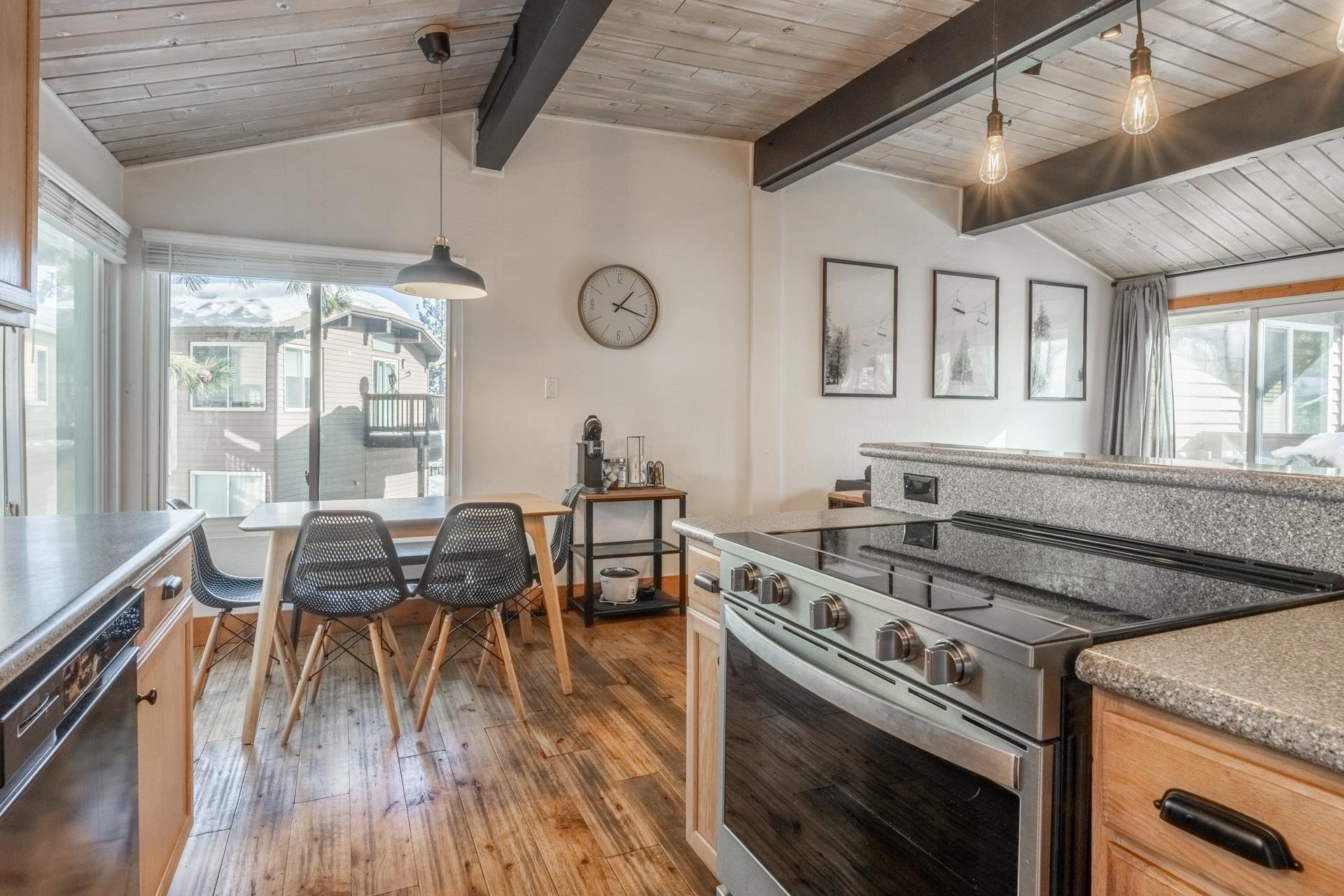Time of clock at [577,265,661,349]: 1:17
